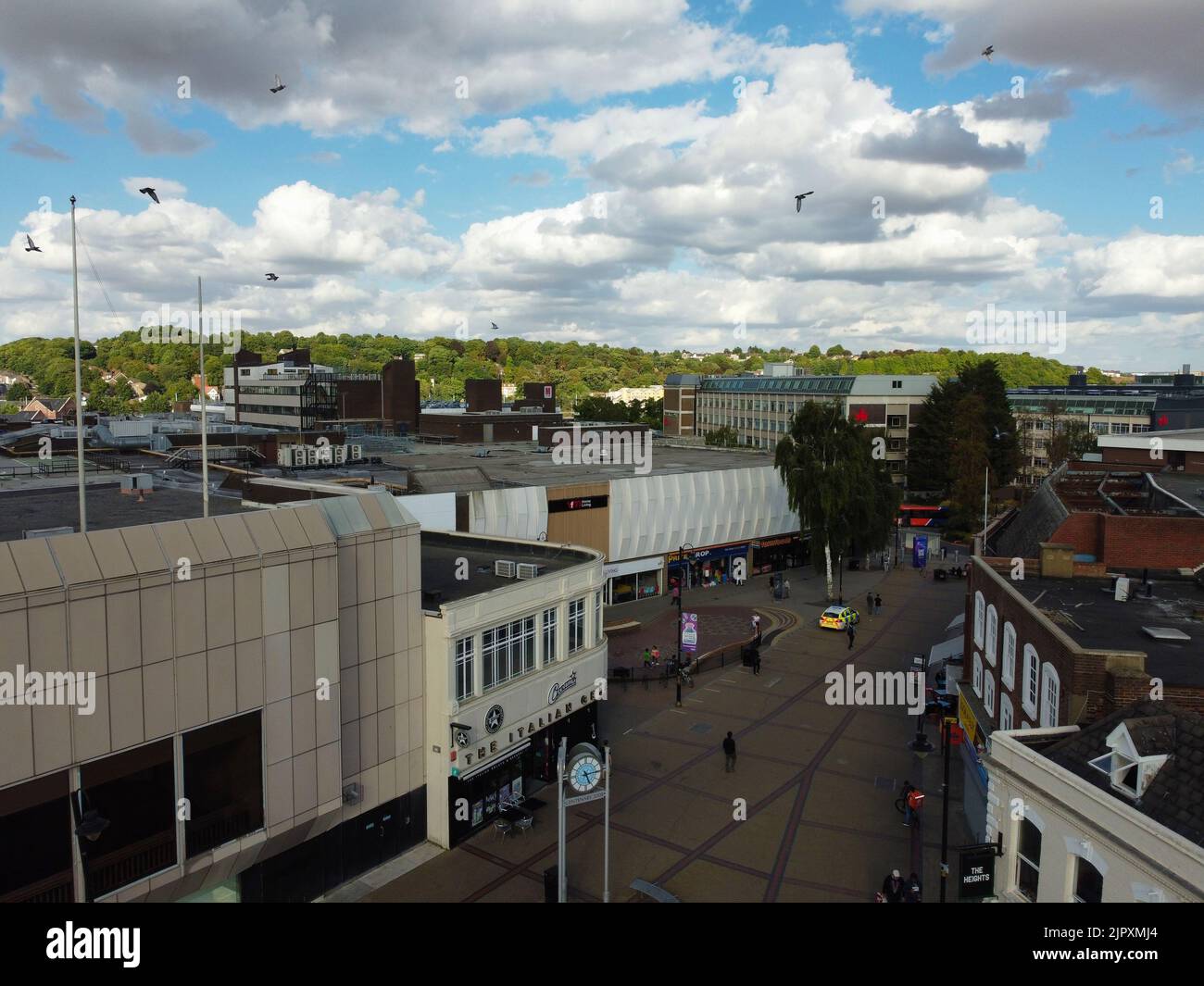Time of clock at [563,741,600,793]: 5:14
